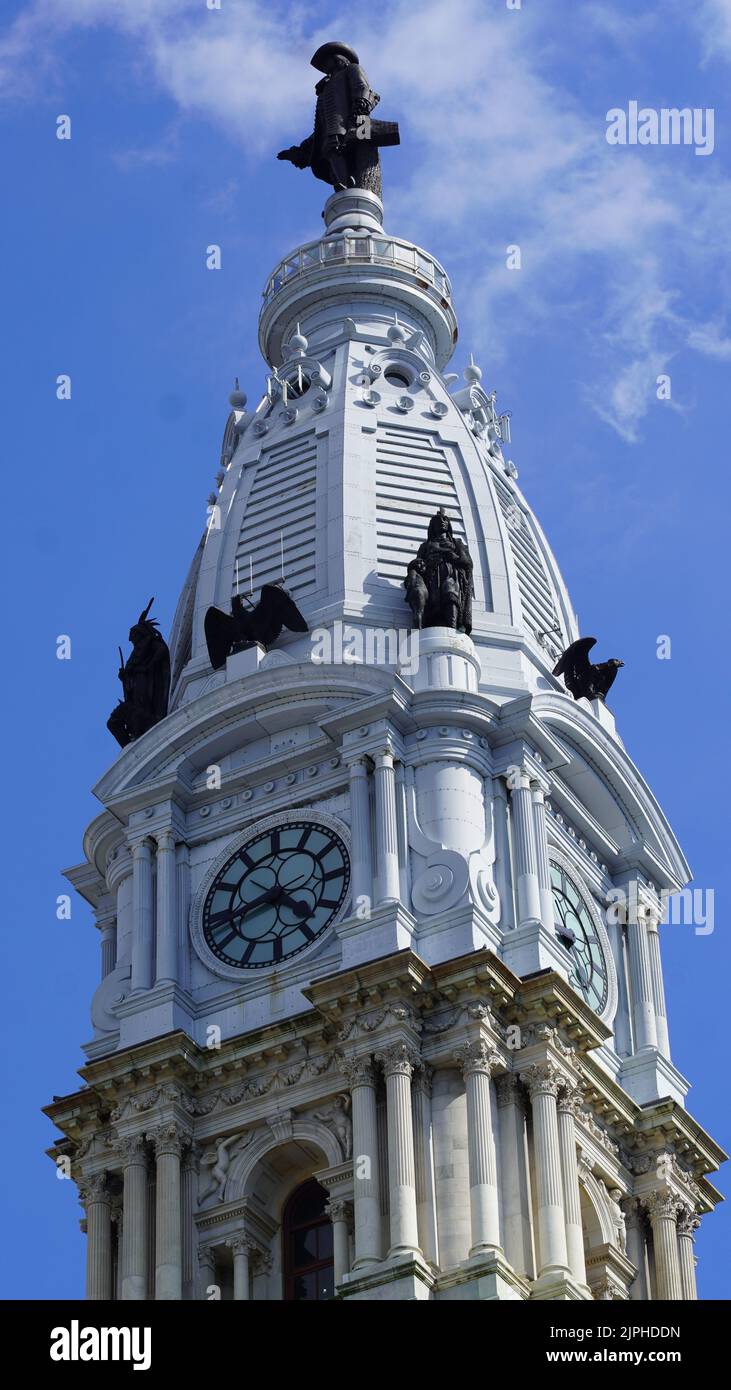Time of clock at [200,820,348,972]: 4:42
